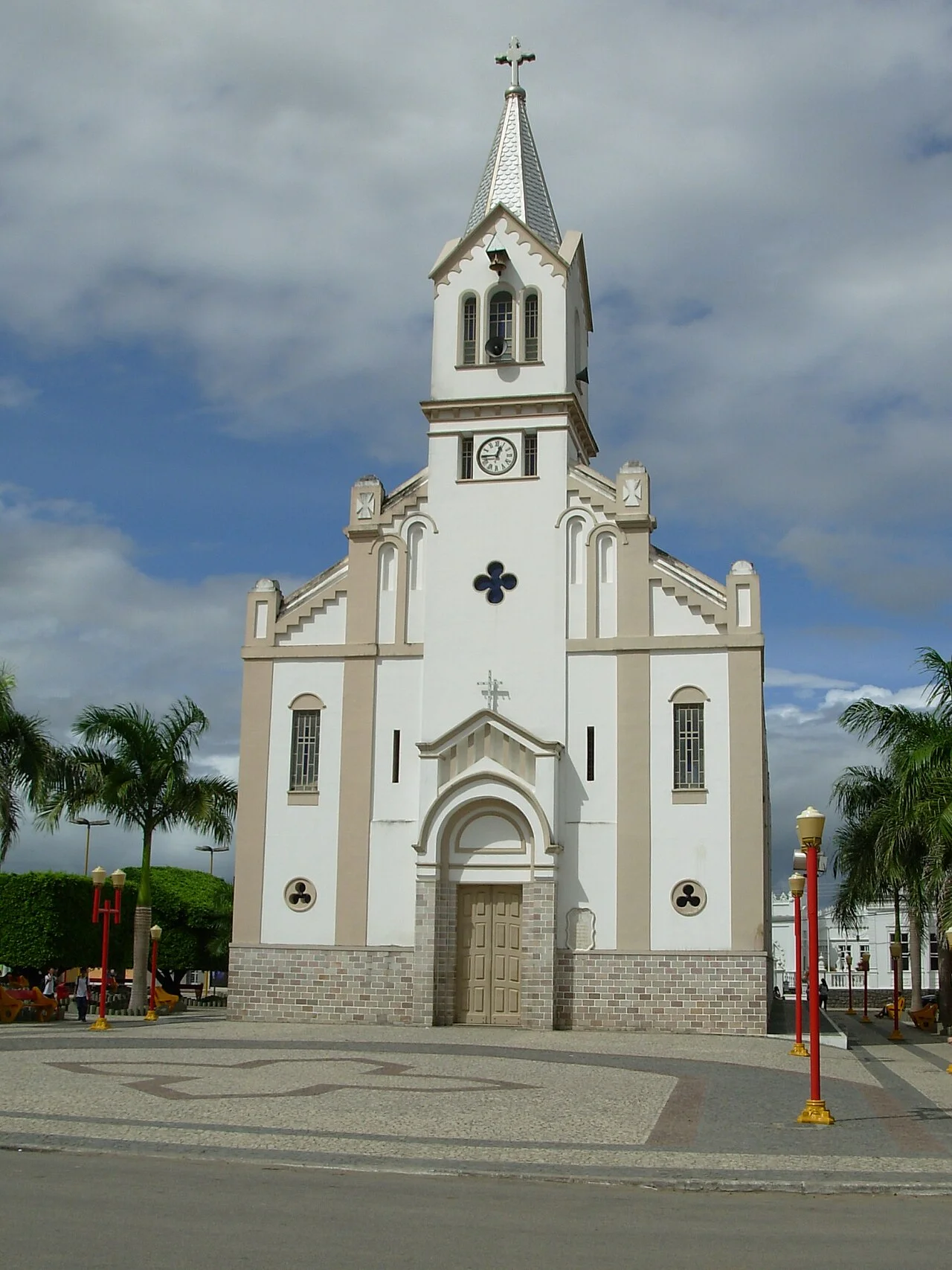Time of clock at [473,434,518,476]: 12:45
